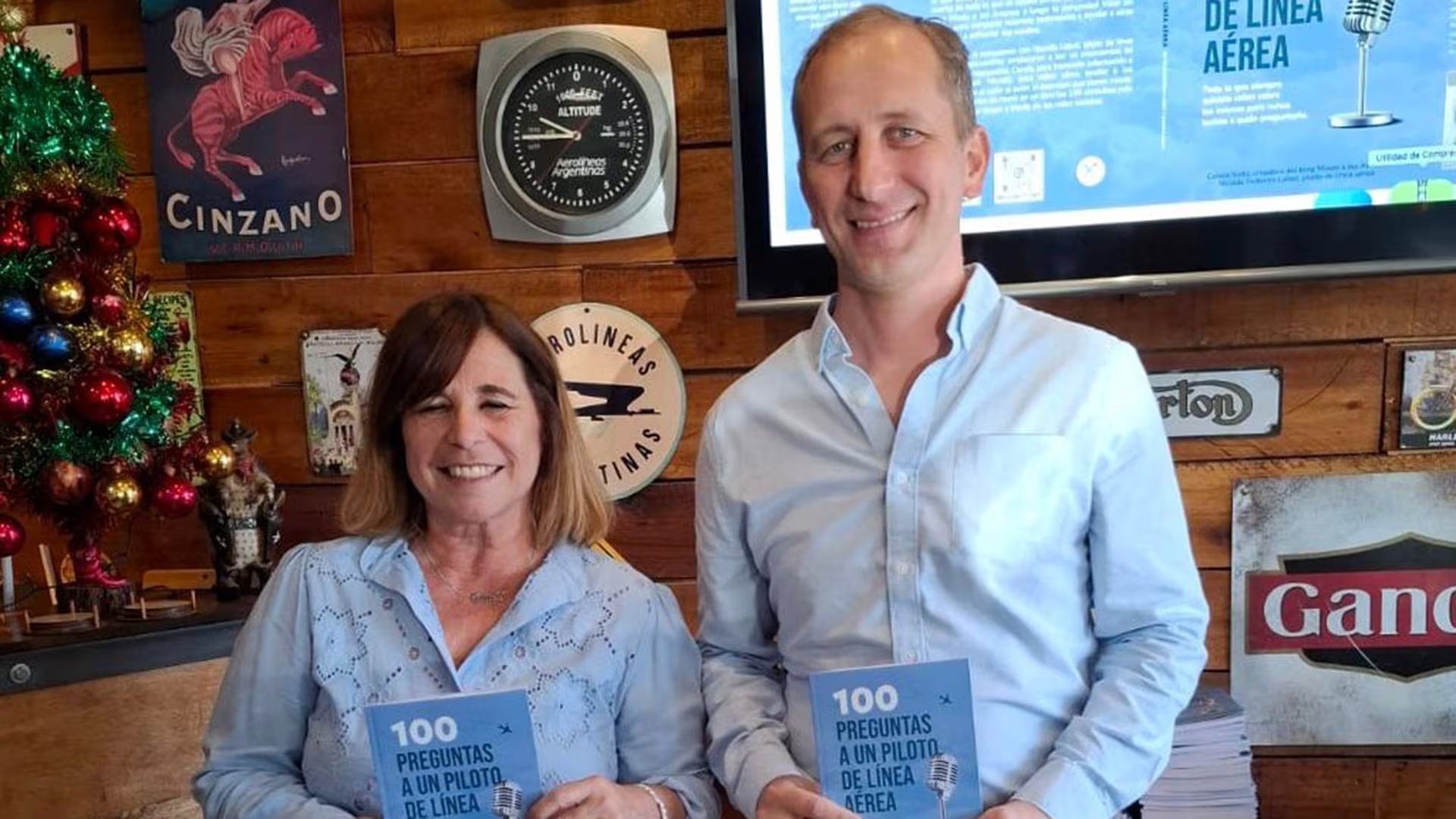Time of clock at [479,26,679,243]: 9:44
